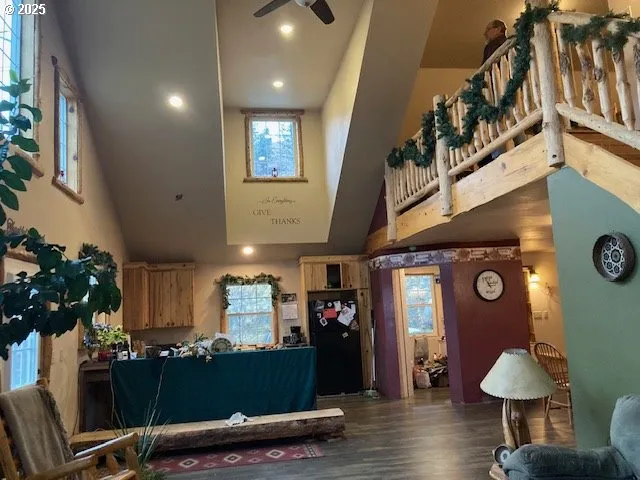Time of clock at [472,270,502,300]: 11:13
